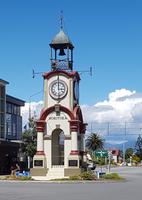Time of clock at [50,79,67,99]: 3:00
